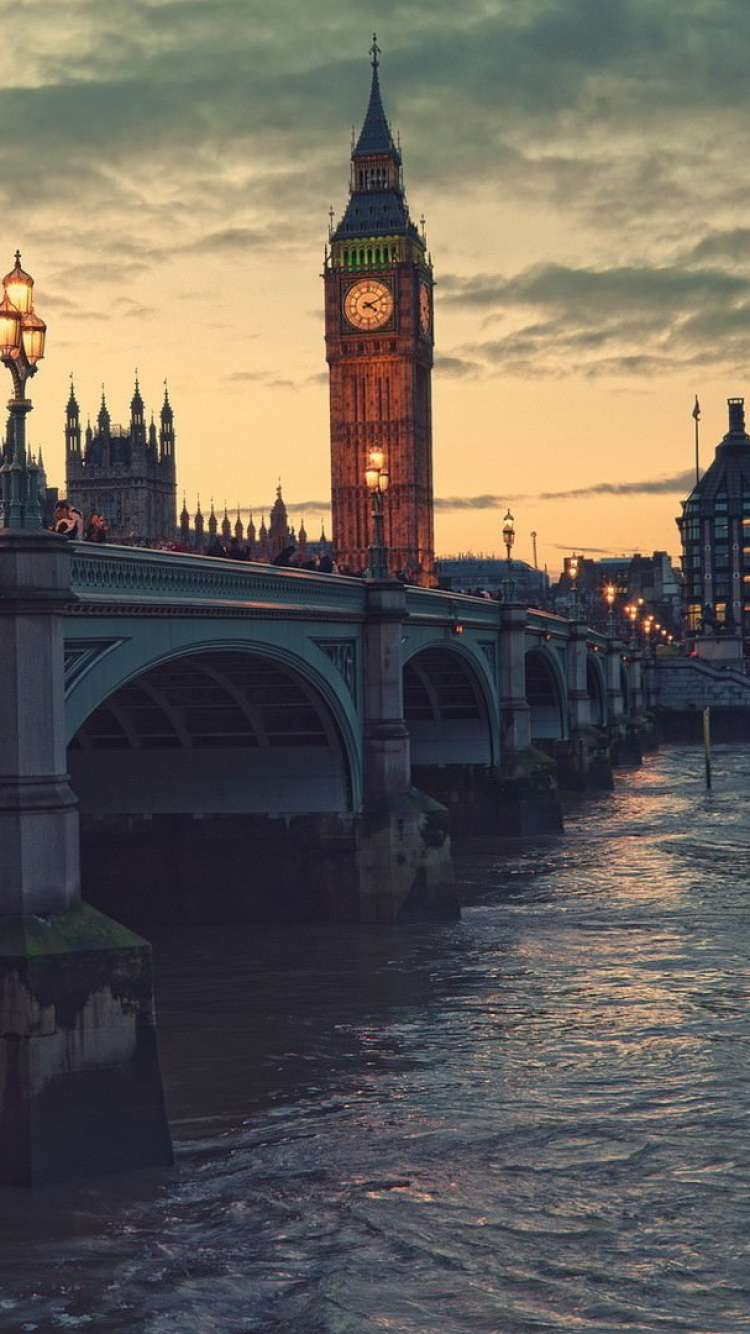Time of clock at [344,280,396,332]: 4:10
